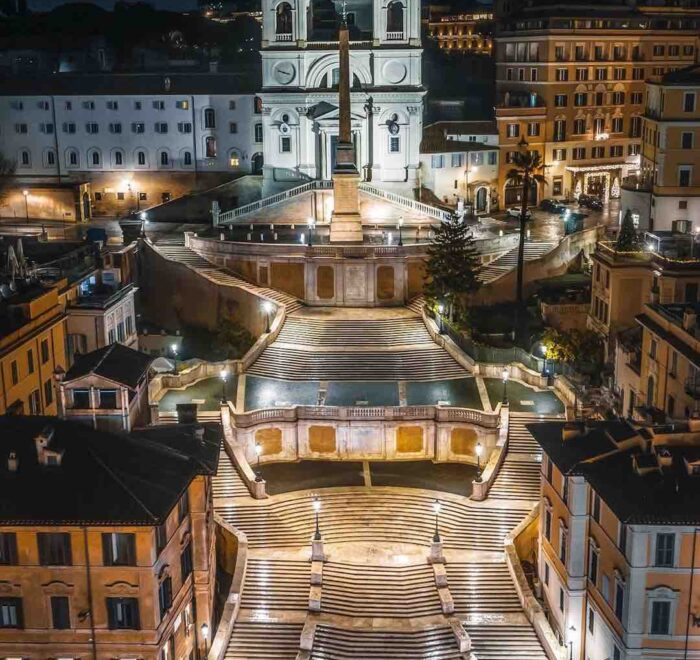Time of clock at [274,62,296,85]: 2:48
